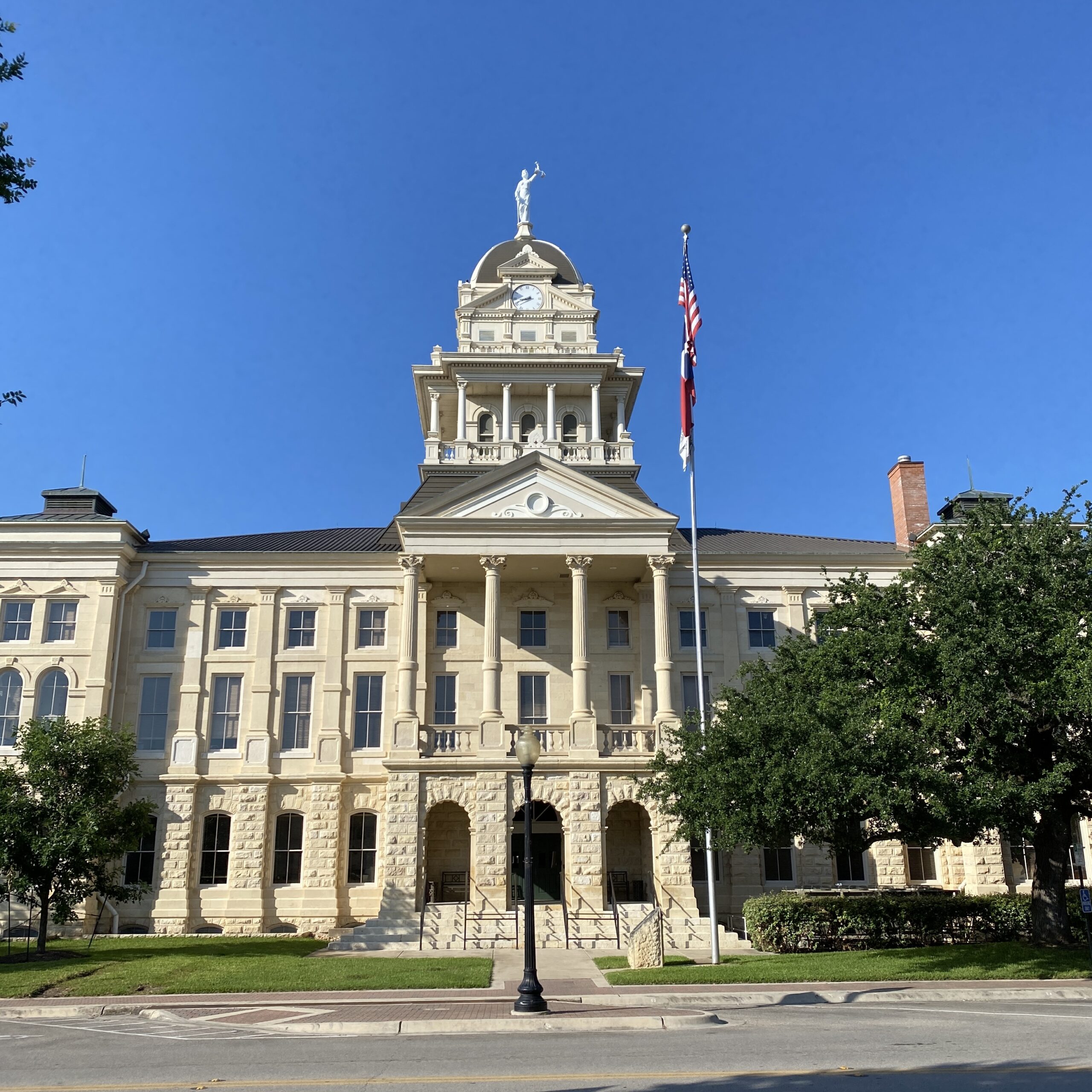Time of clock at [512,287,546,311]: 8:41
